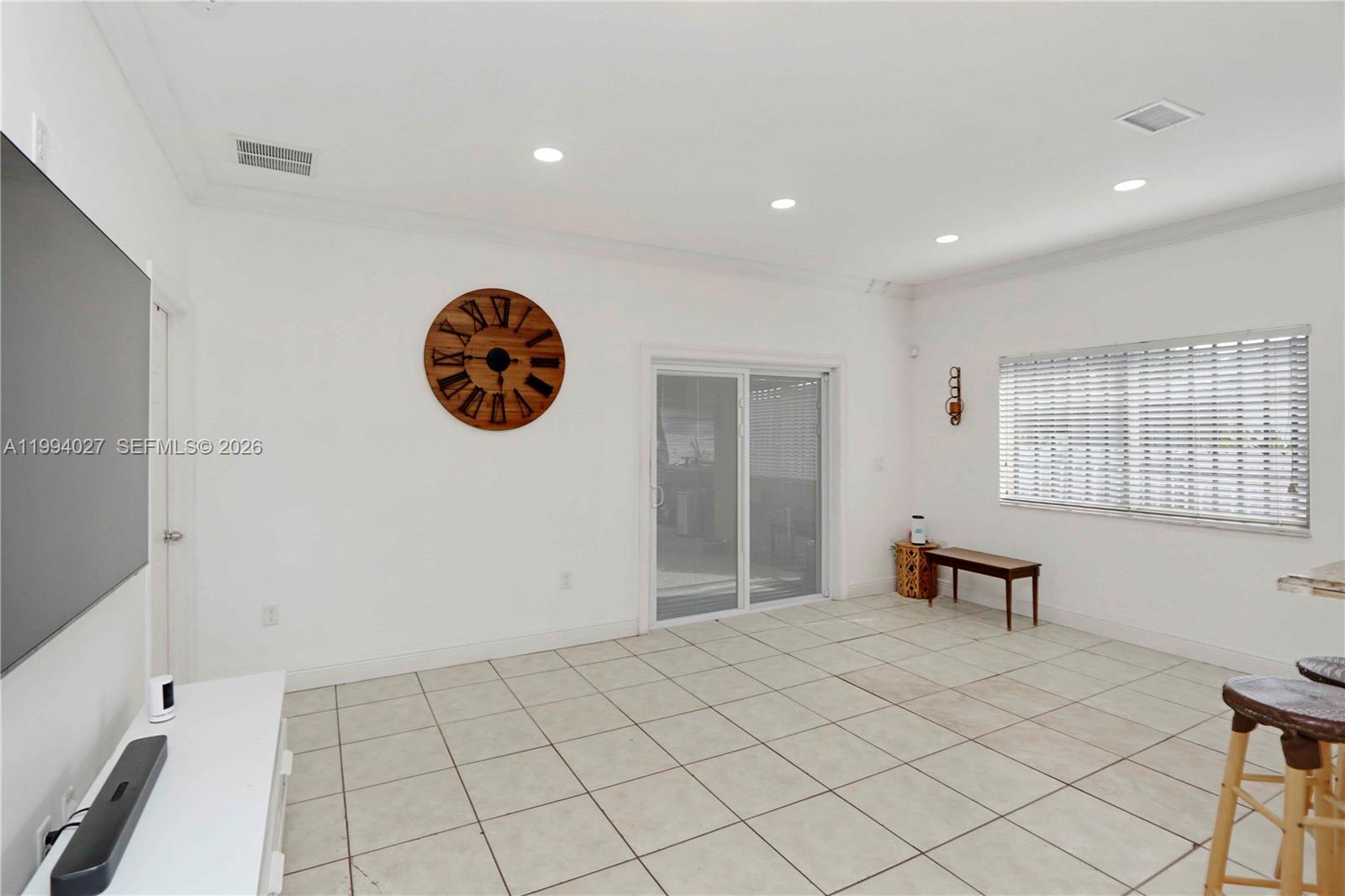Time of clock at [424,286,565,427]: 5:45
